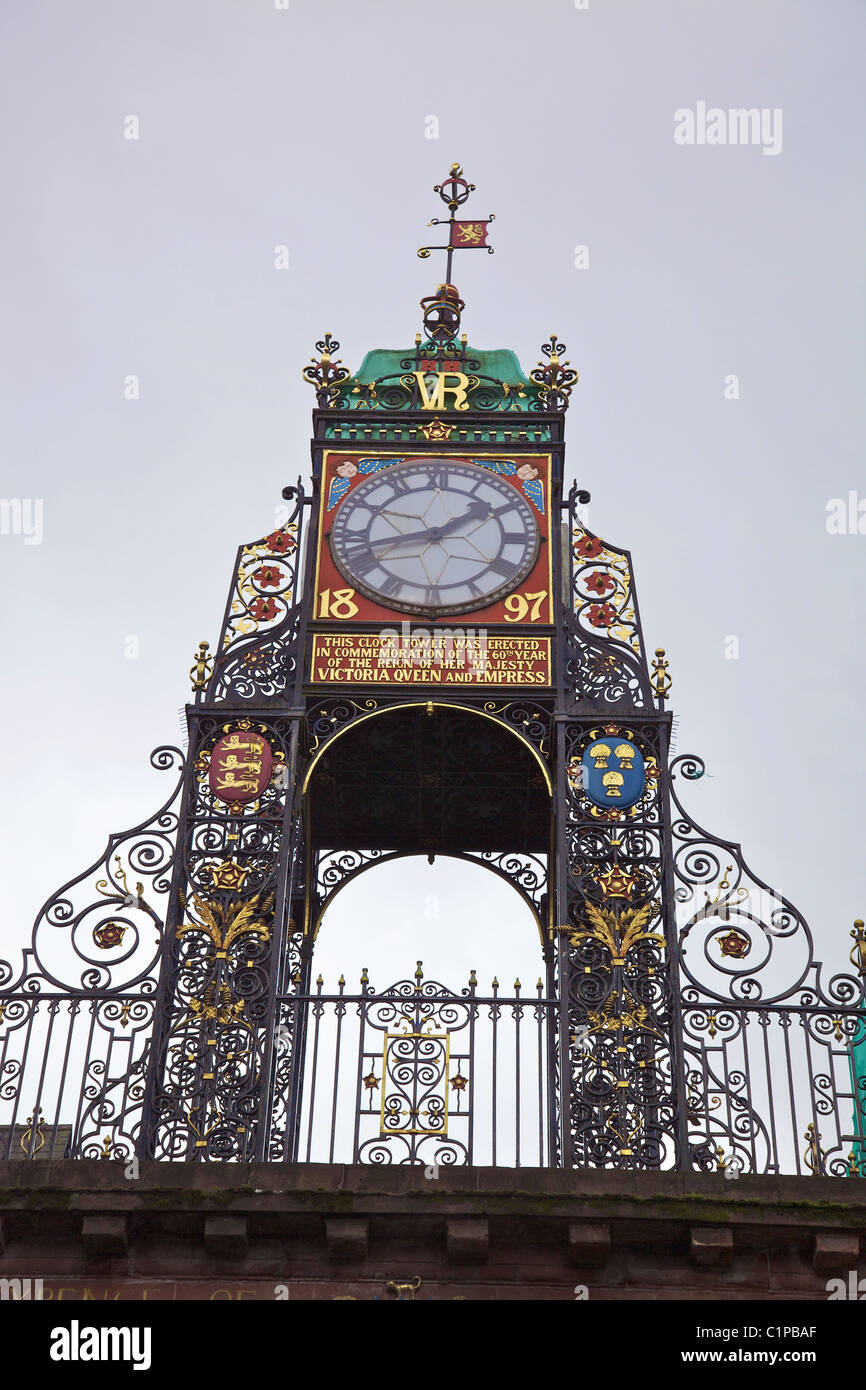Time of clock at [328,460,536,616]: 1:42
